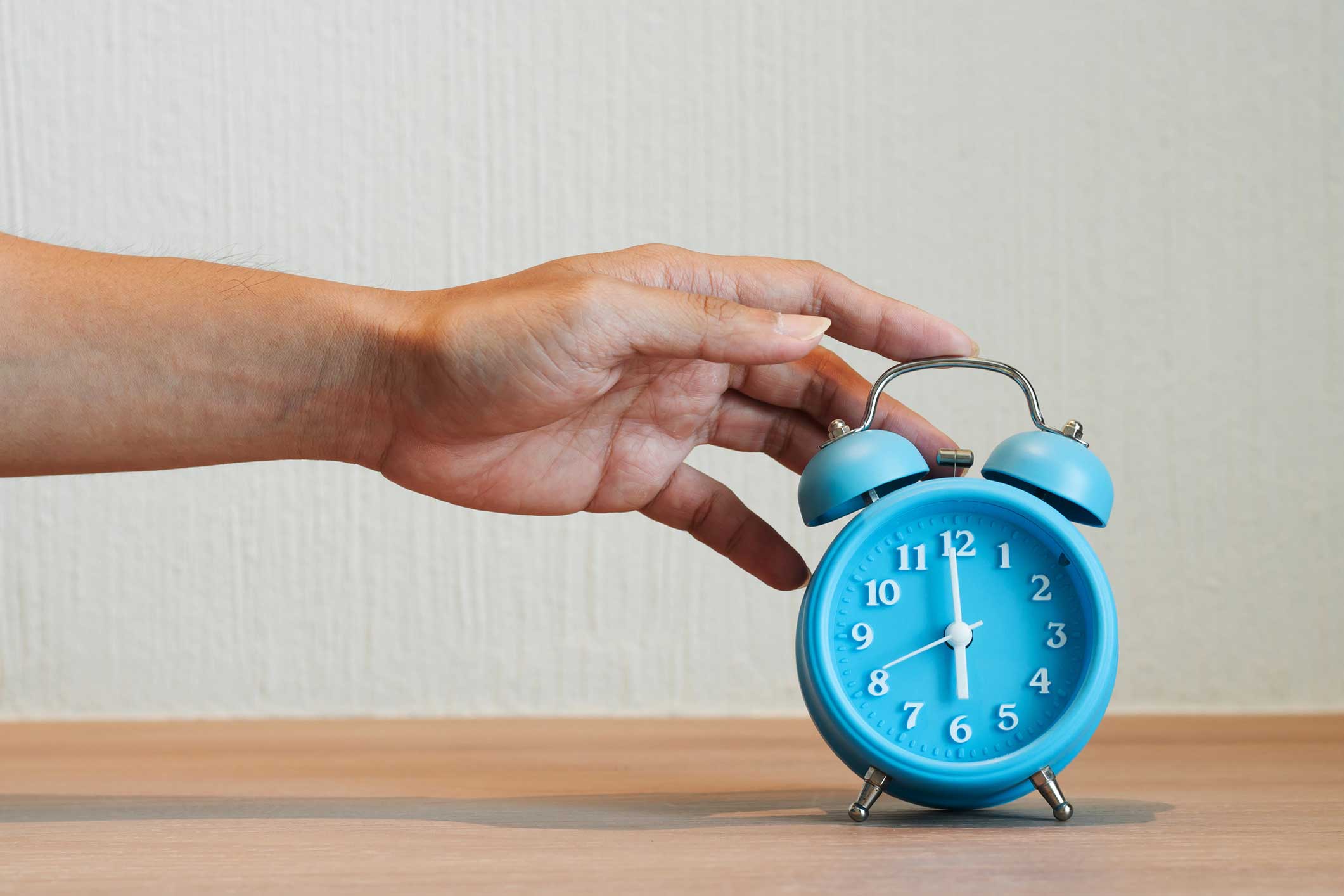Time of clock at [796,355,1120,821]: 5:59
